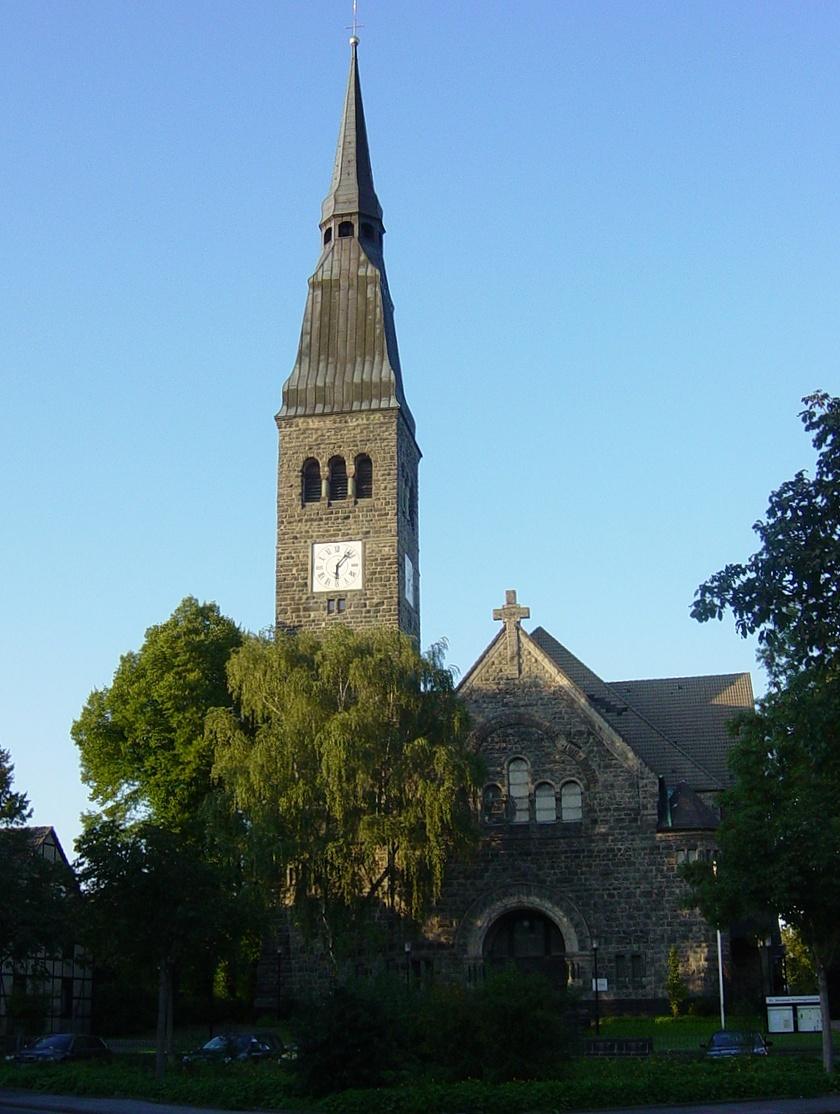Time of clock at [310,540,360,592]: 6:07
